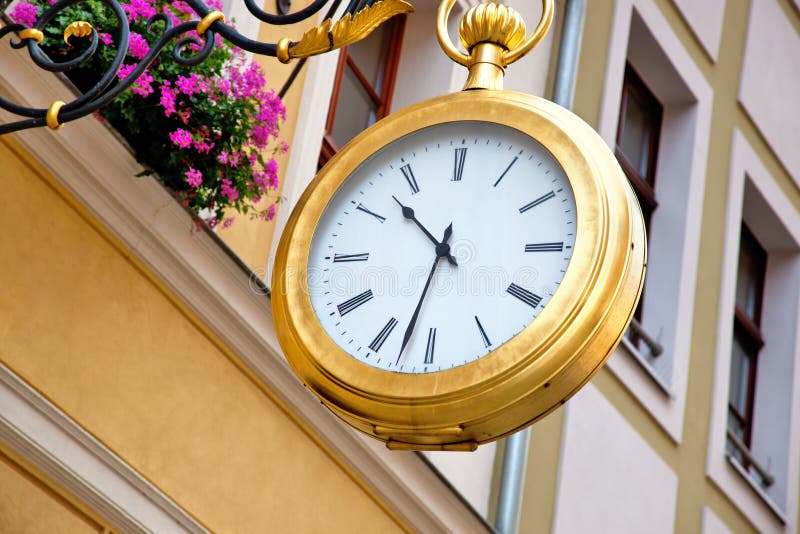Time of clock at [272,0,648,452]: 10:32
